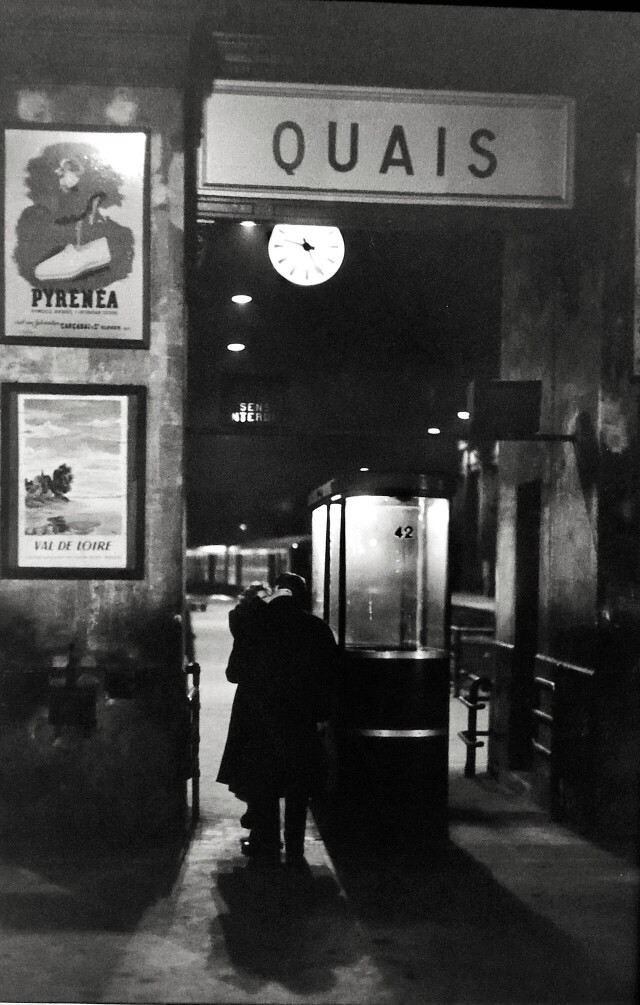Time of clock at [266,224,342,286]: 3:47
